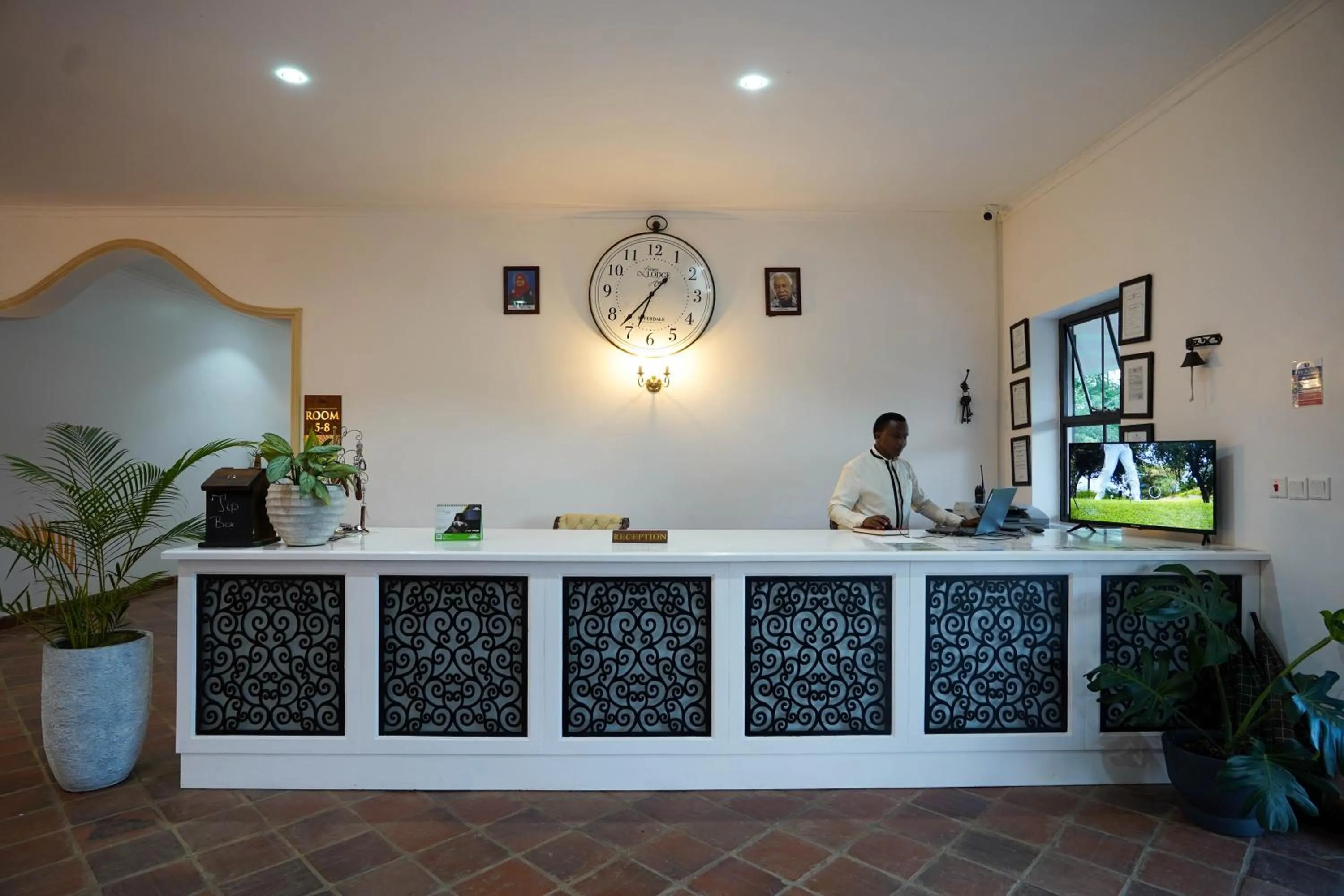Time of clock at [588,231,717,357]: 6:37
